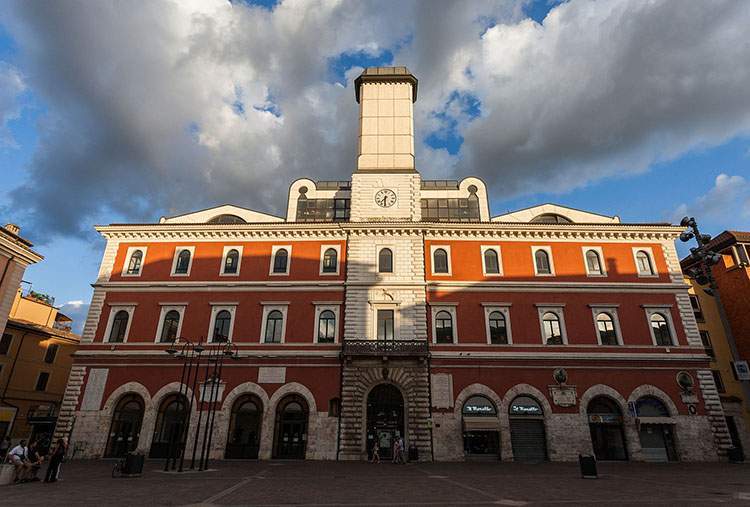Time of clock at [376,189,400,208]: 7:30
